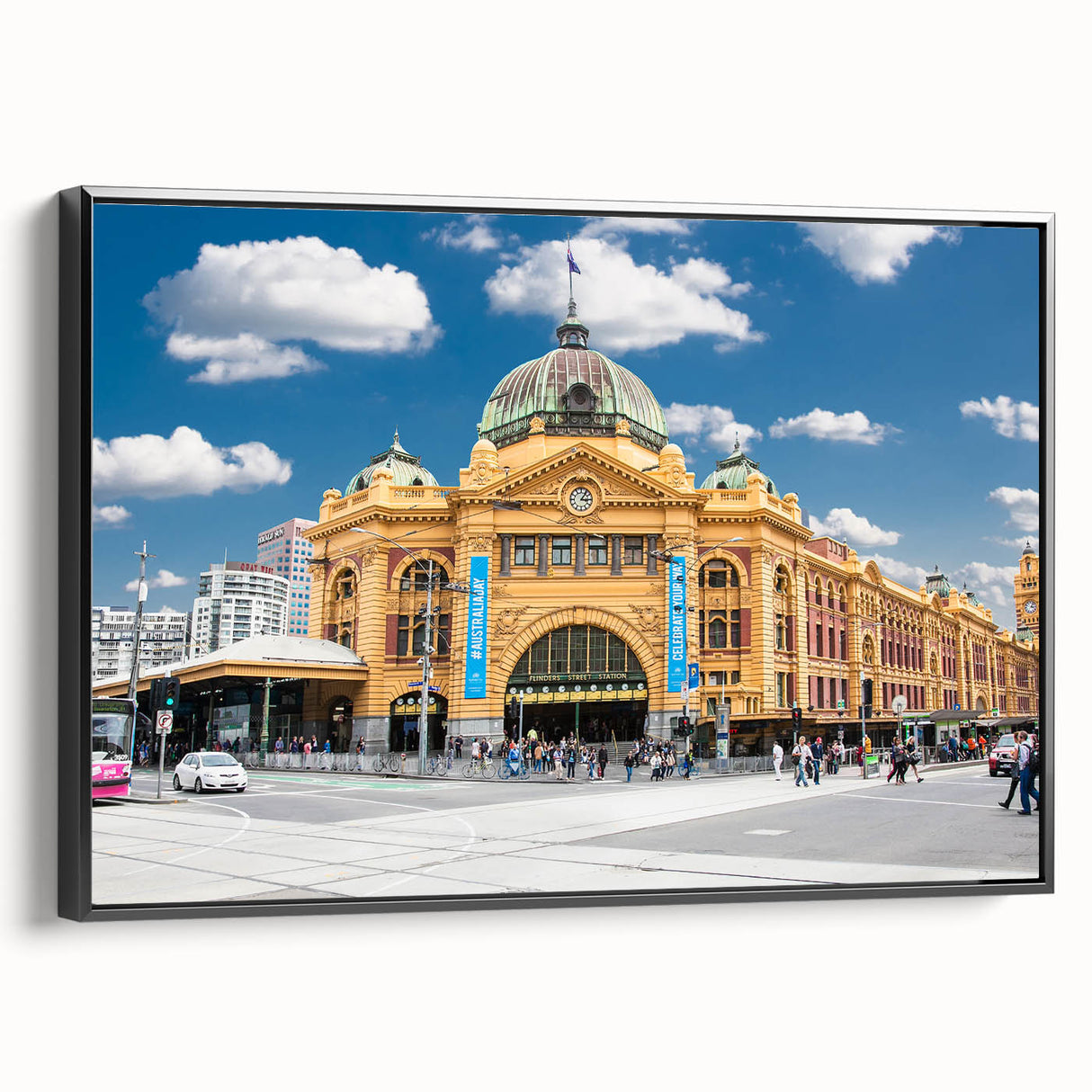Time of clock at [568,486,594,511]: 3:06
